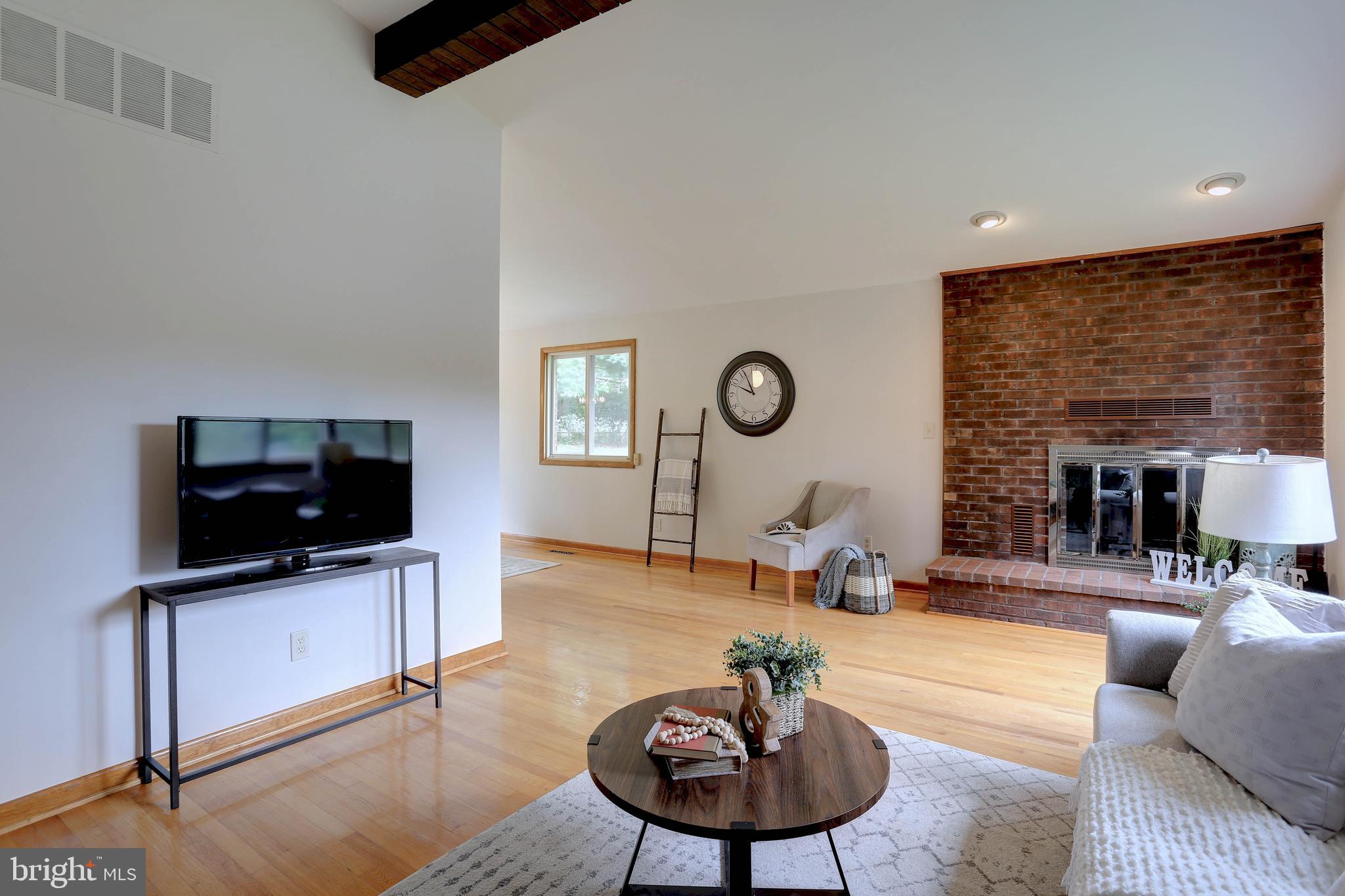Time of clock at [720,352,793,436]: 9:55
